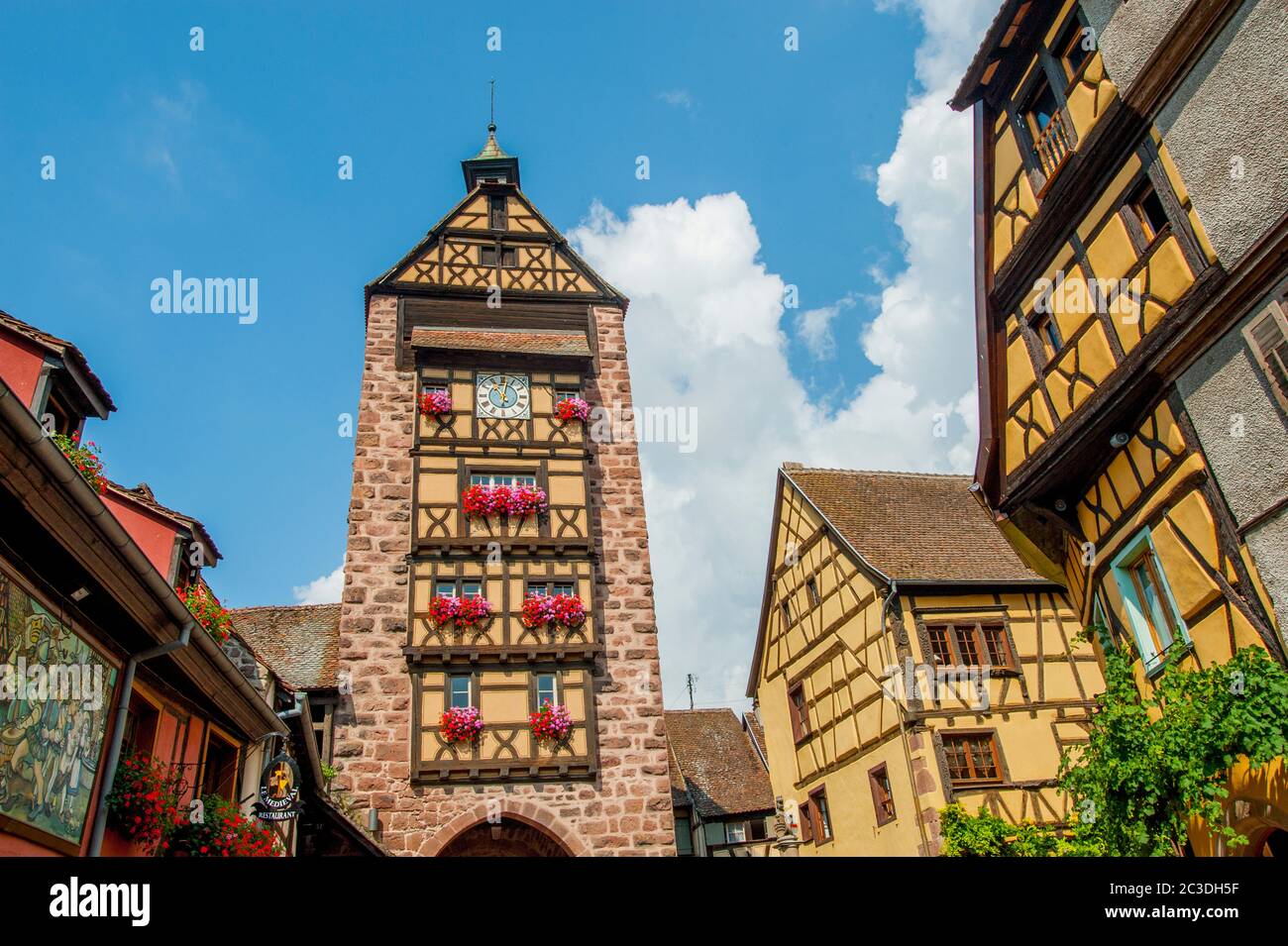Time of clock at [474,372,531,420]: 11:02
